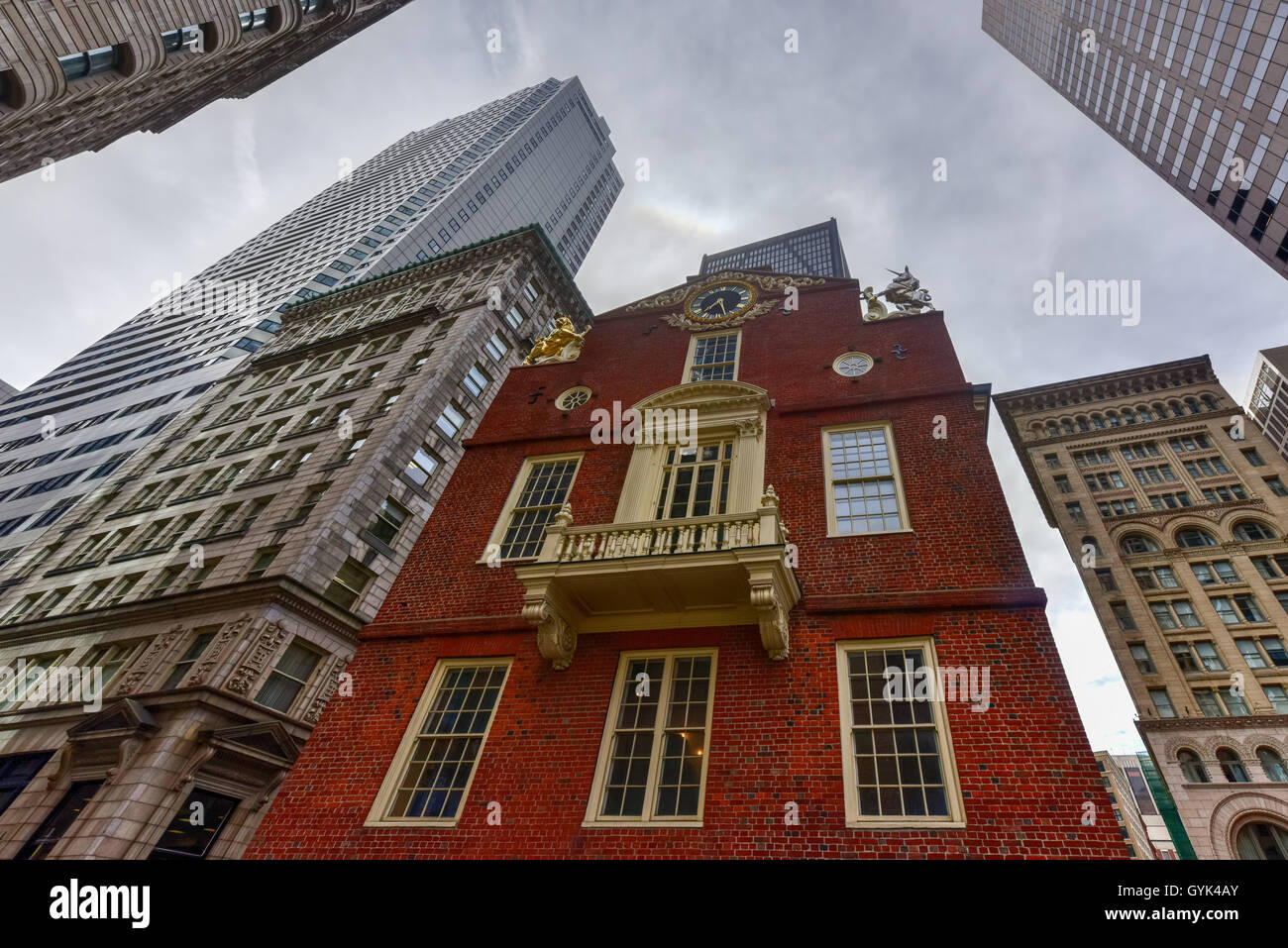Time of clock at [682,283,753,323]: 7:27
